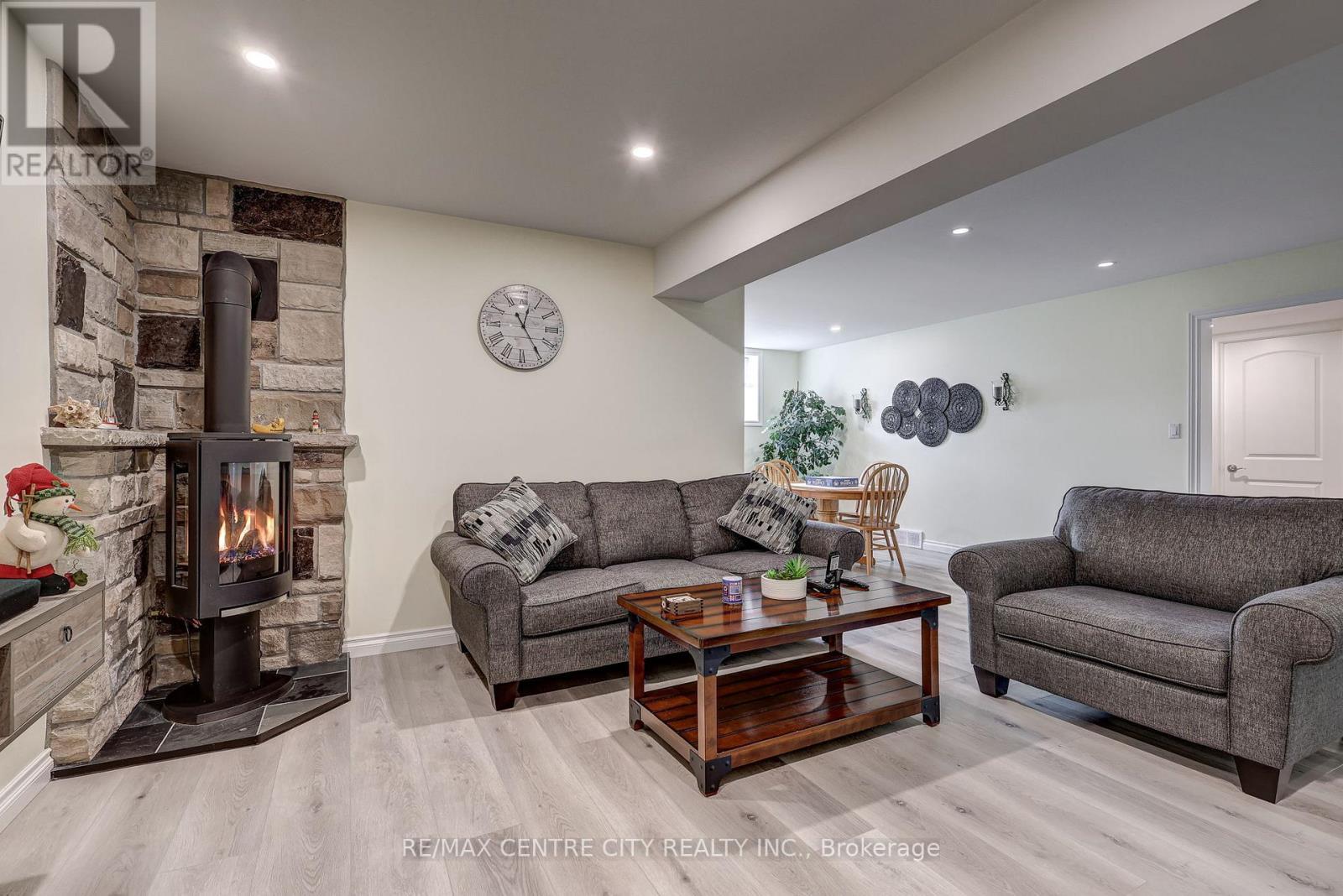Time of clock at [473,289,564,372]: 12:24
